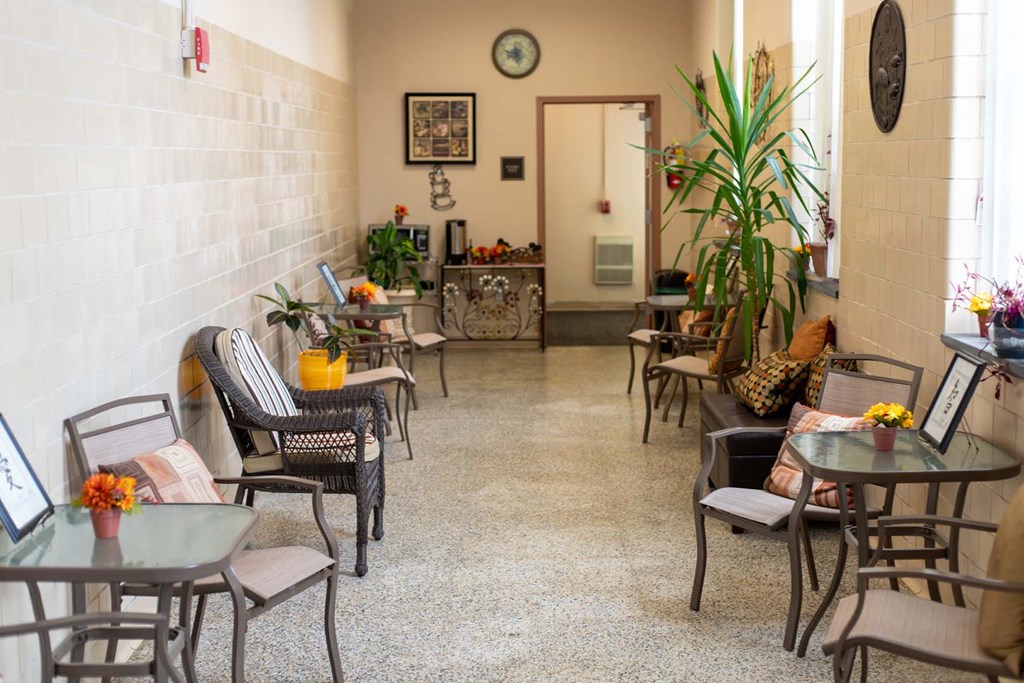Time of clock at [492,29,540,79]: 8:27
